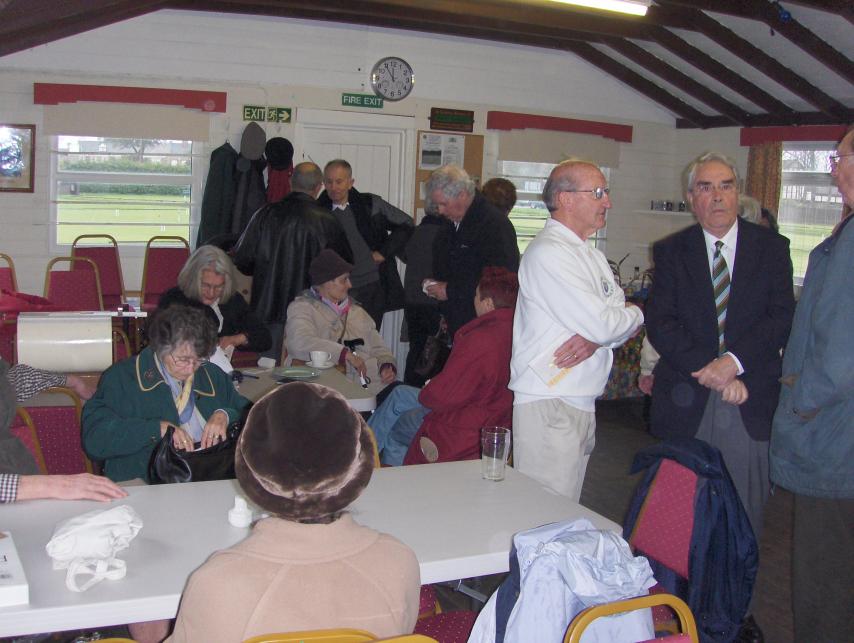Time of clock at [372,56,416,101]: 11:54
